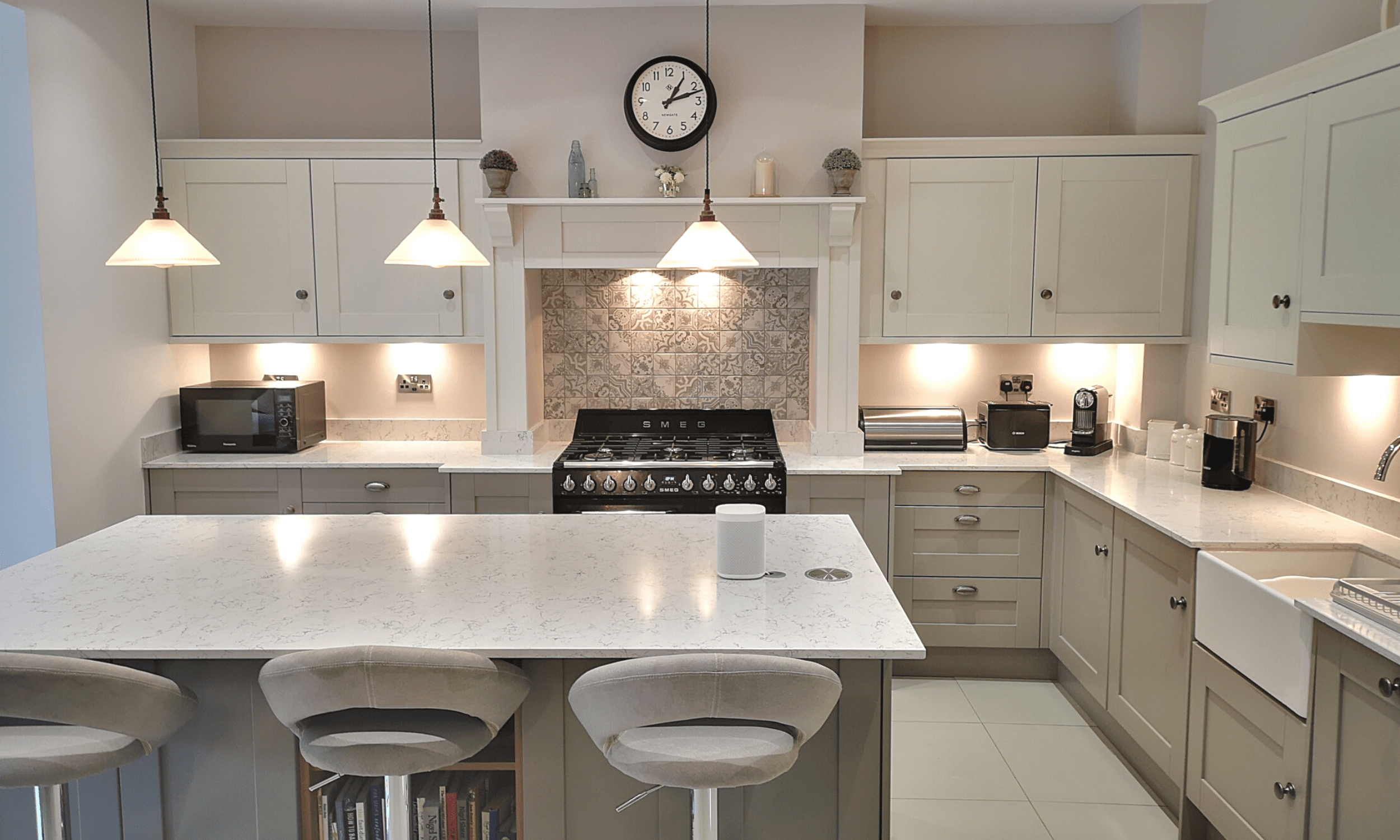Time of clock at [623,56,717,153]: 1:12
